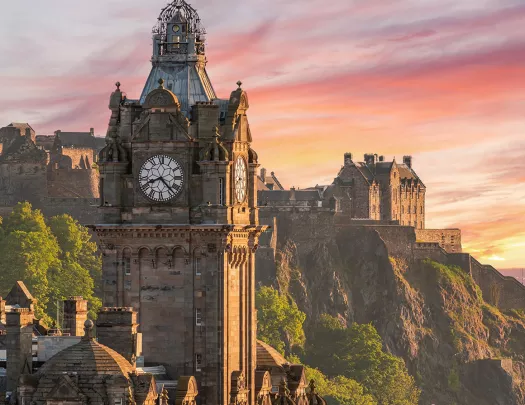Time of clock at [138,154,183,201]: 8:23
